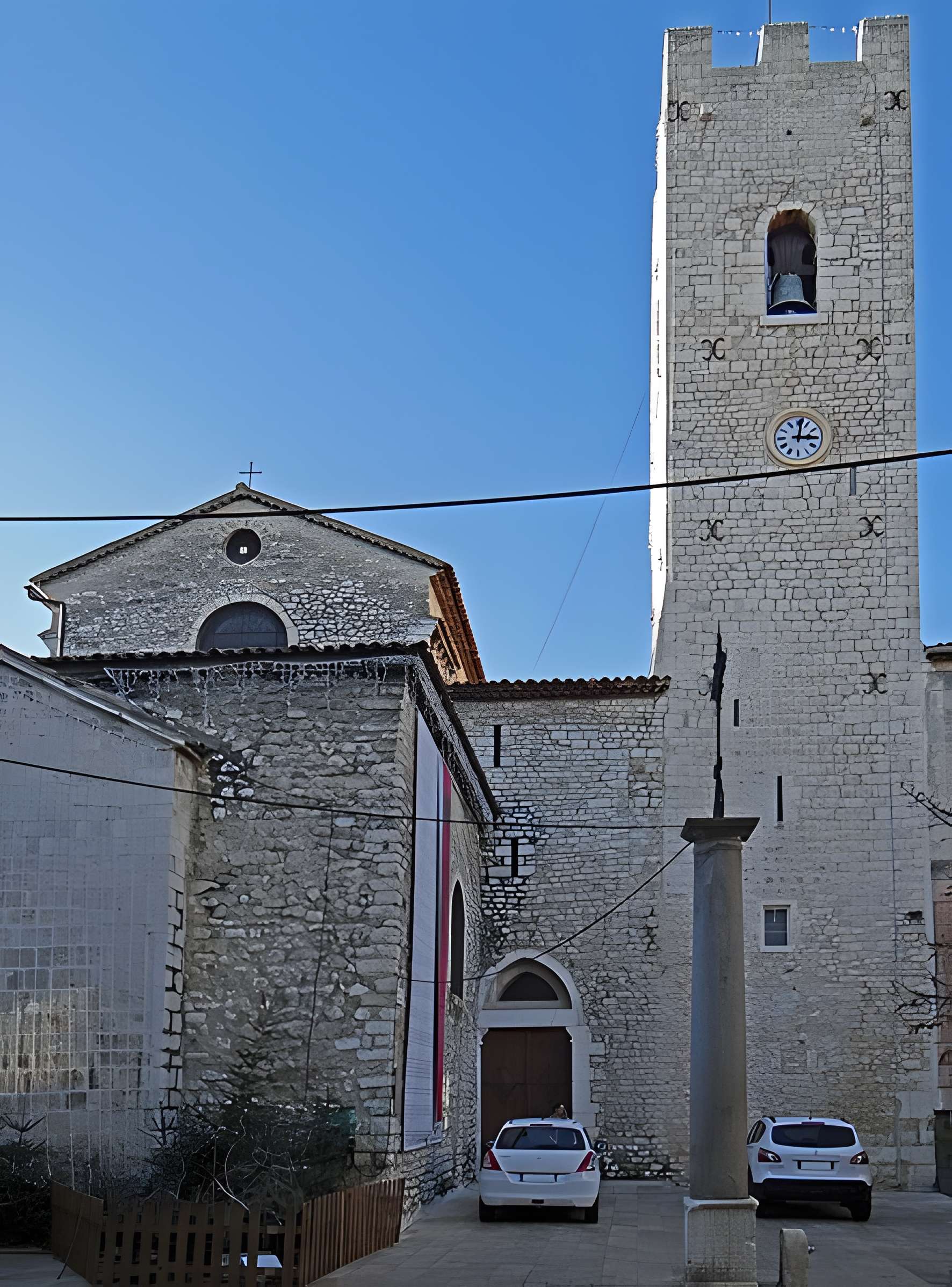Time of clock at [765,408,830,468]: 3:01
